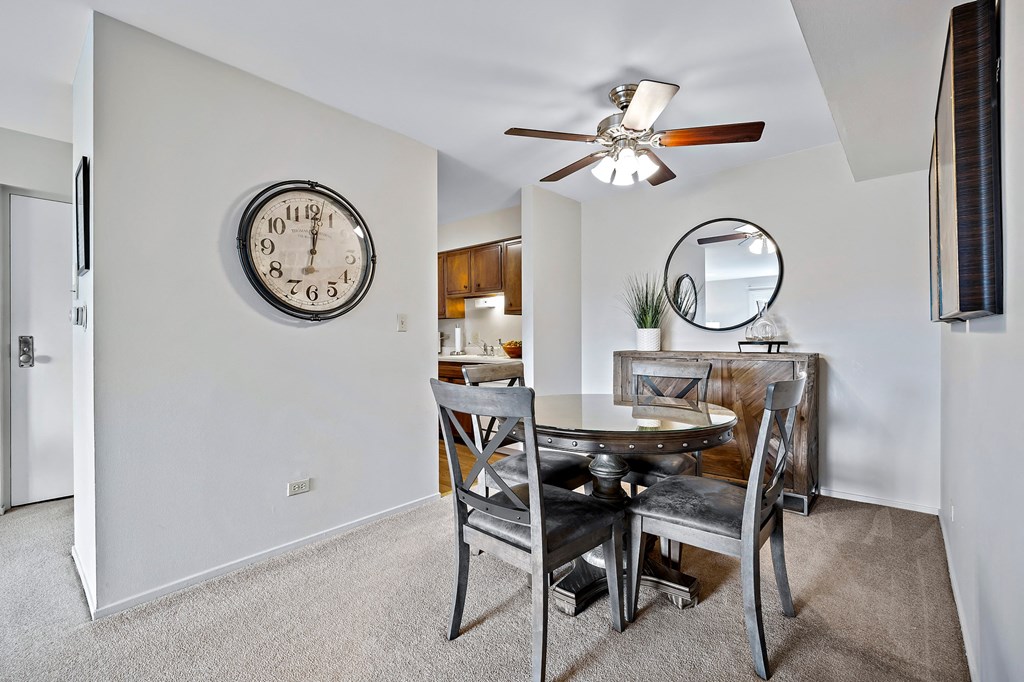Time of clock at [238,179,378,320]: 12:01
